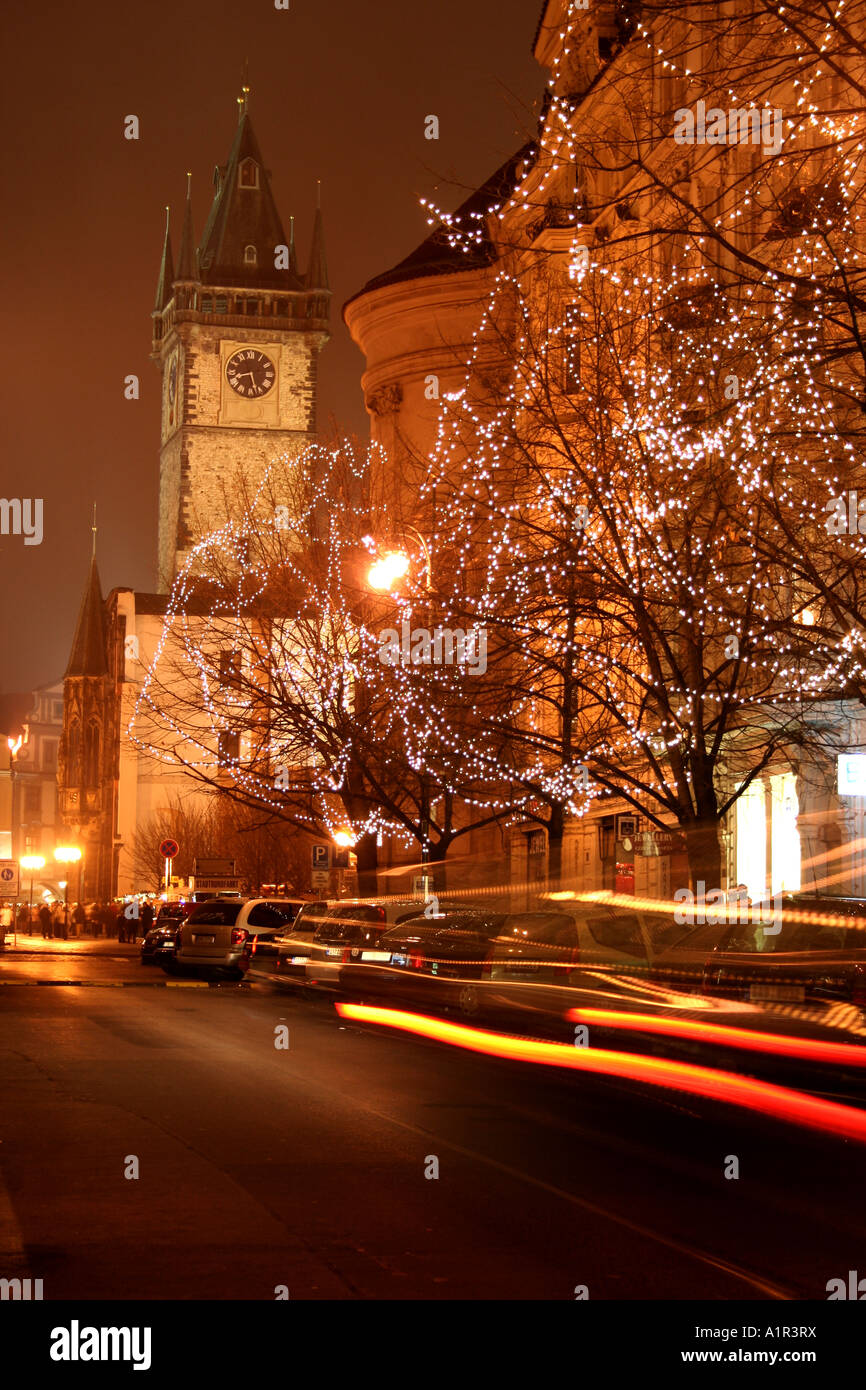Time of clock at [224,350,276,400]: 8:27
